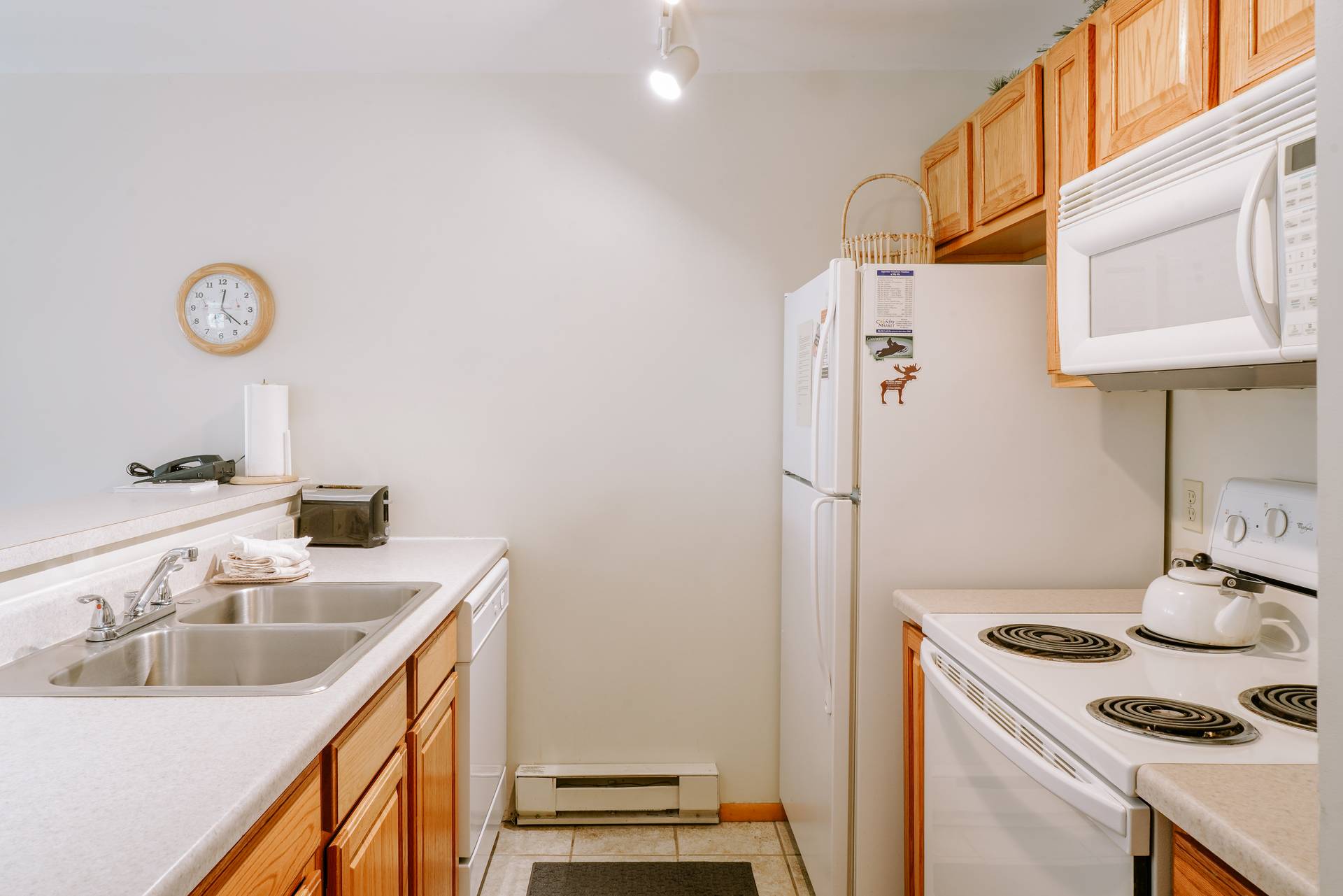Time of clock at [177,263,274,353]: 12:21
